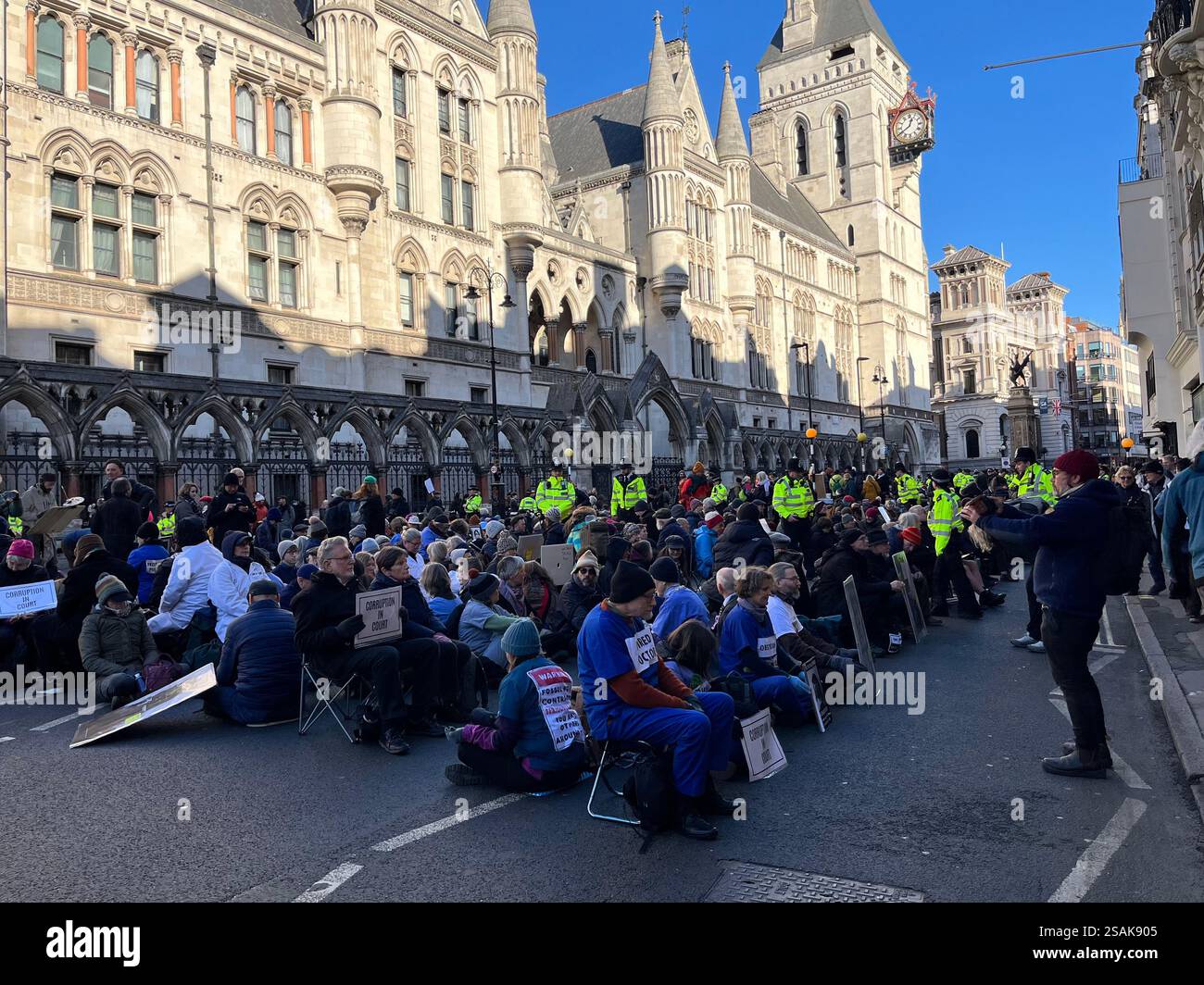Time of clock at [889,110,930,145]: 12:40
